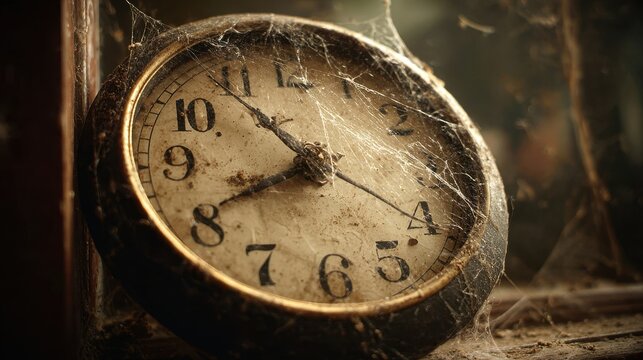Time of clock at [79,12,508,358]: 10:41
